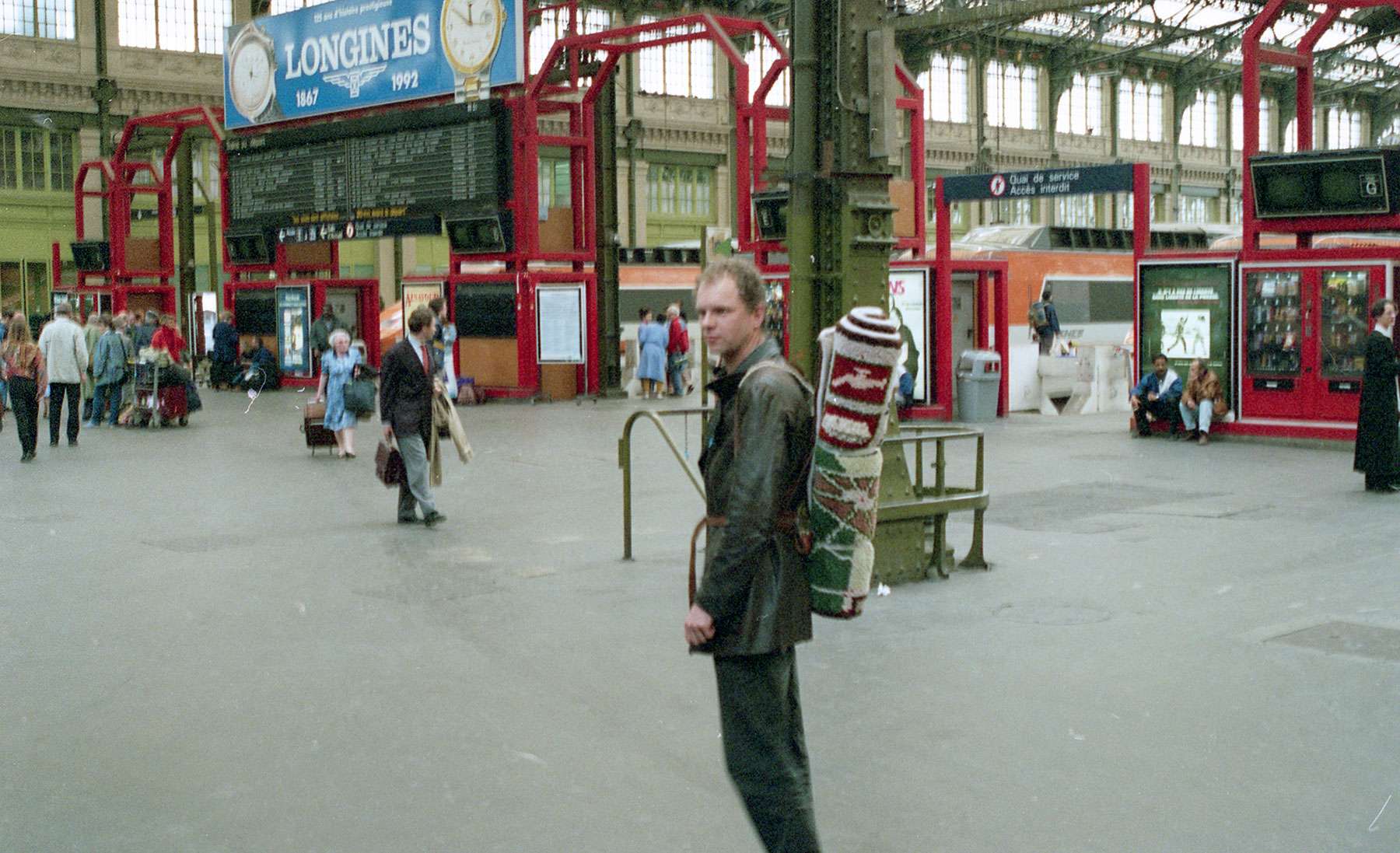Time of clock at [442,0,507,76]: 11:50
